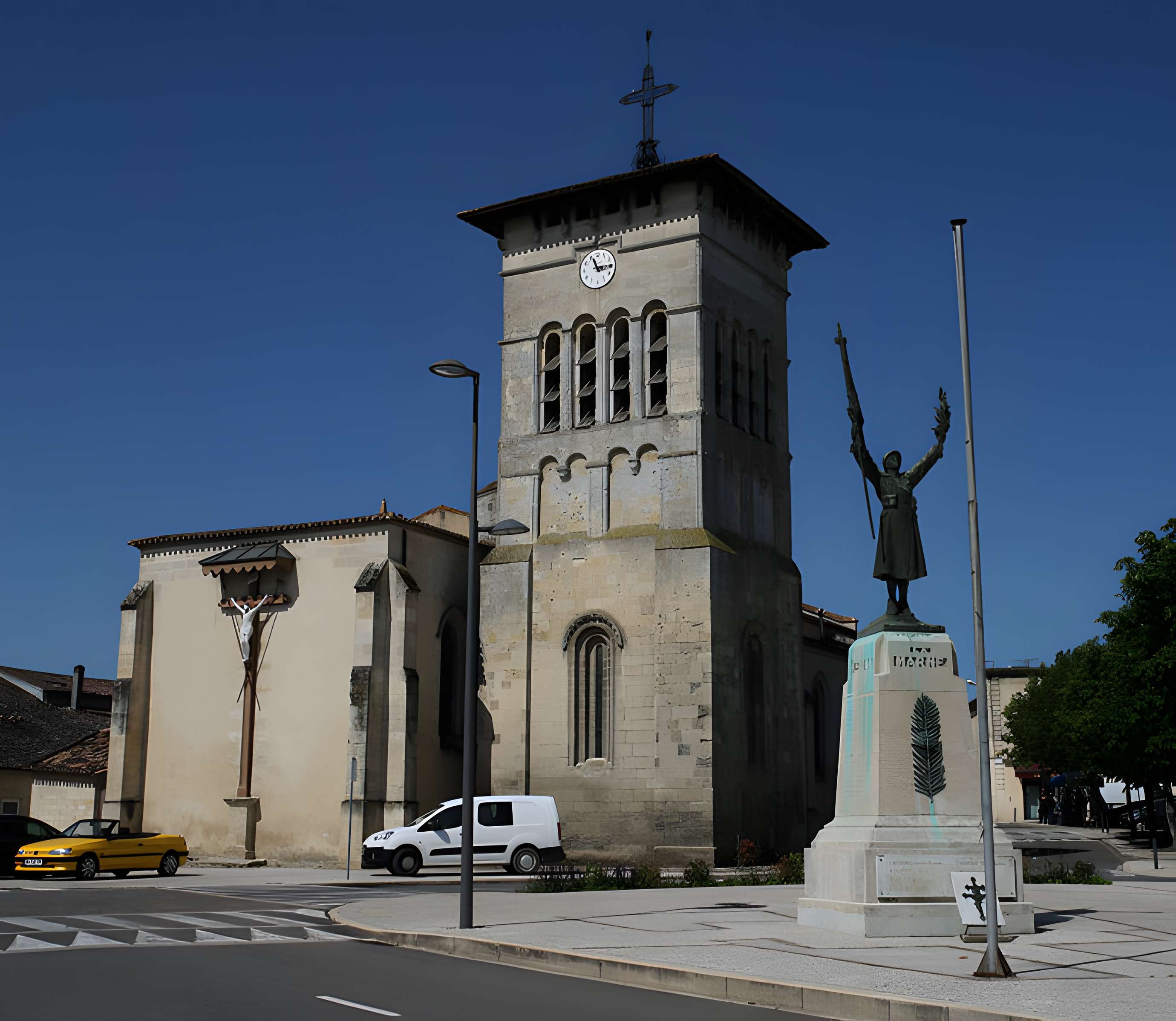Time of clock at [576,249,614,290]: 11:14
